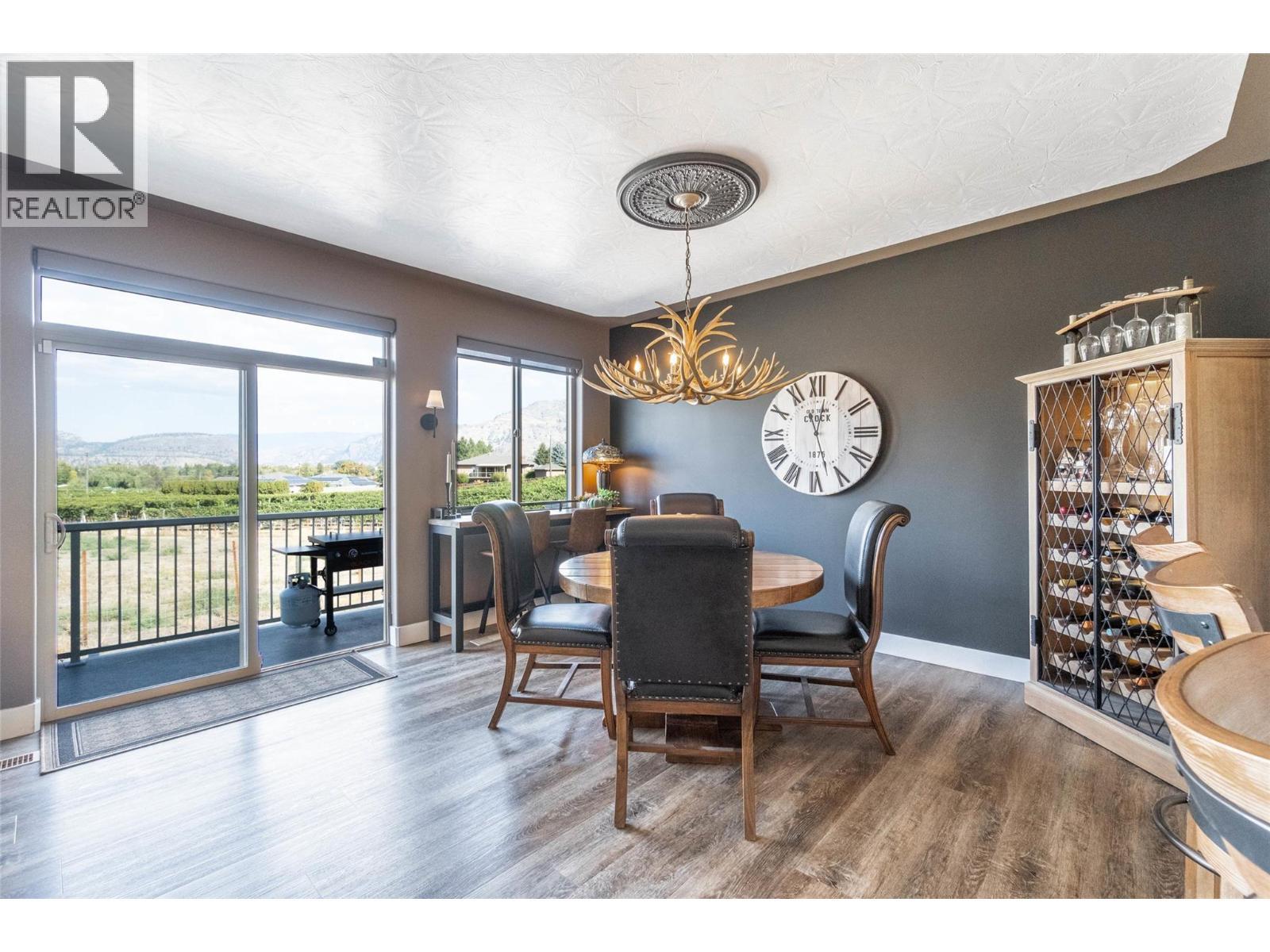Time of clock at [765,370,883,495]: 12:27
